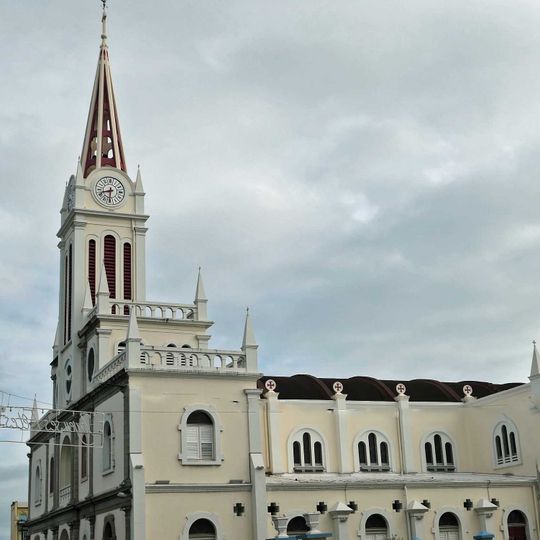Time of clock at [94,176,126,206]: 8:30
